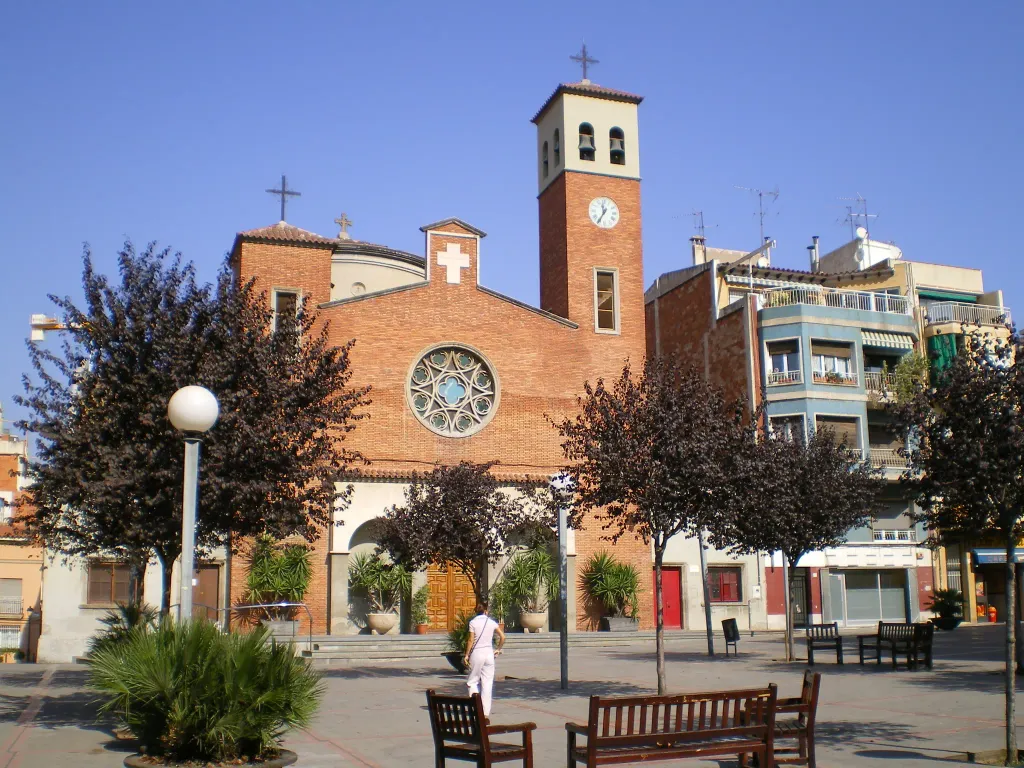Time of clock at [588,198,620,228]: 11:35
